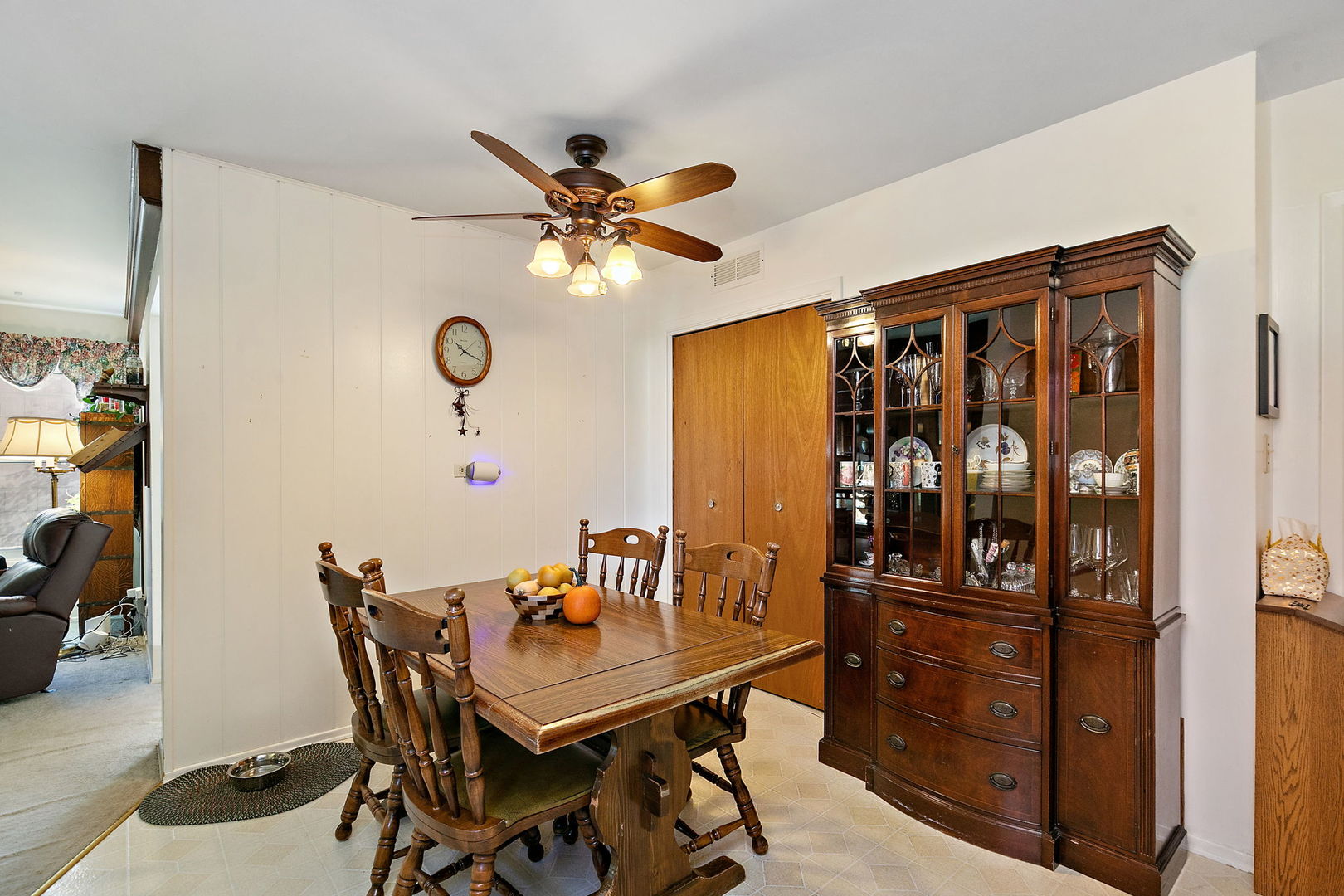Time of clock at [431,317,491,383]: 10:18
